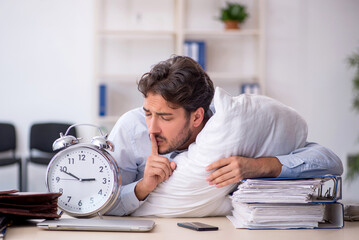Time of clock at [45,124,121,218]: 2:49
